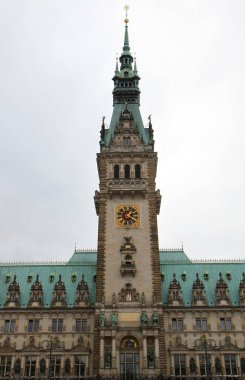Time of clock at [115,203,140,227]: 1:20
